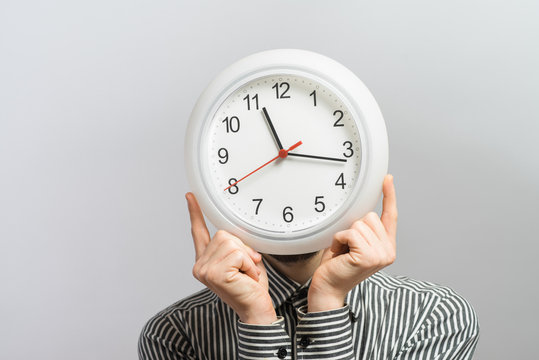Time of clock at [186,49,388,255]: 11:16
